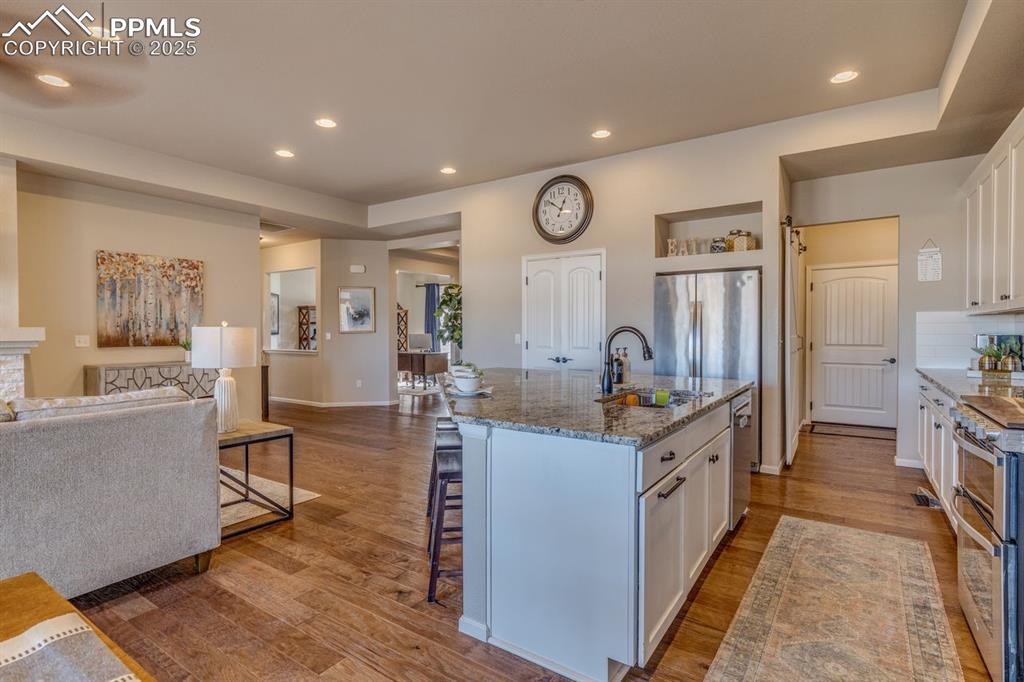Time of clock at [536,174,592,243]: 12:51
